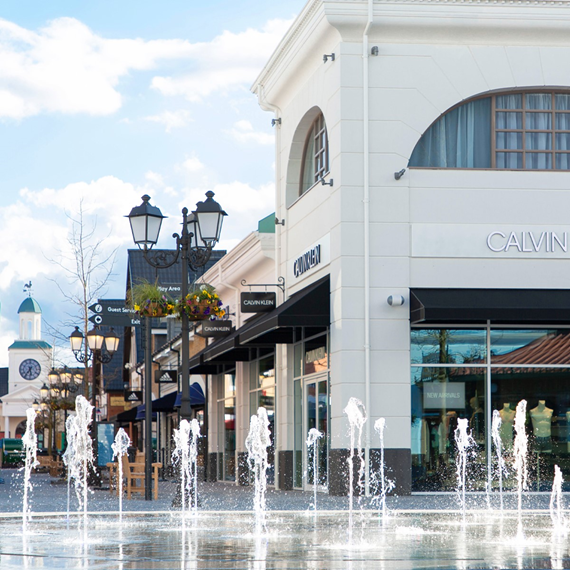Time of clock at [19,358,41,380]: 5:36
